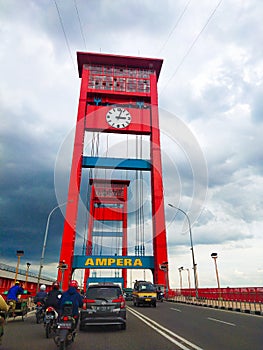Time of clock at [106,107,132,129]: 3:02
